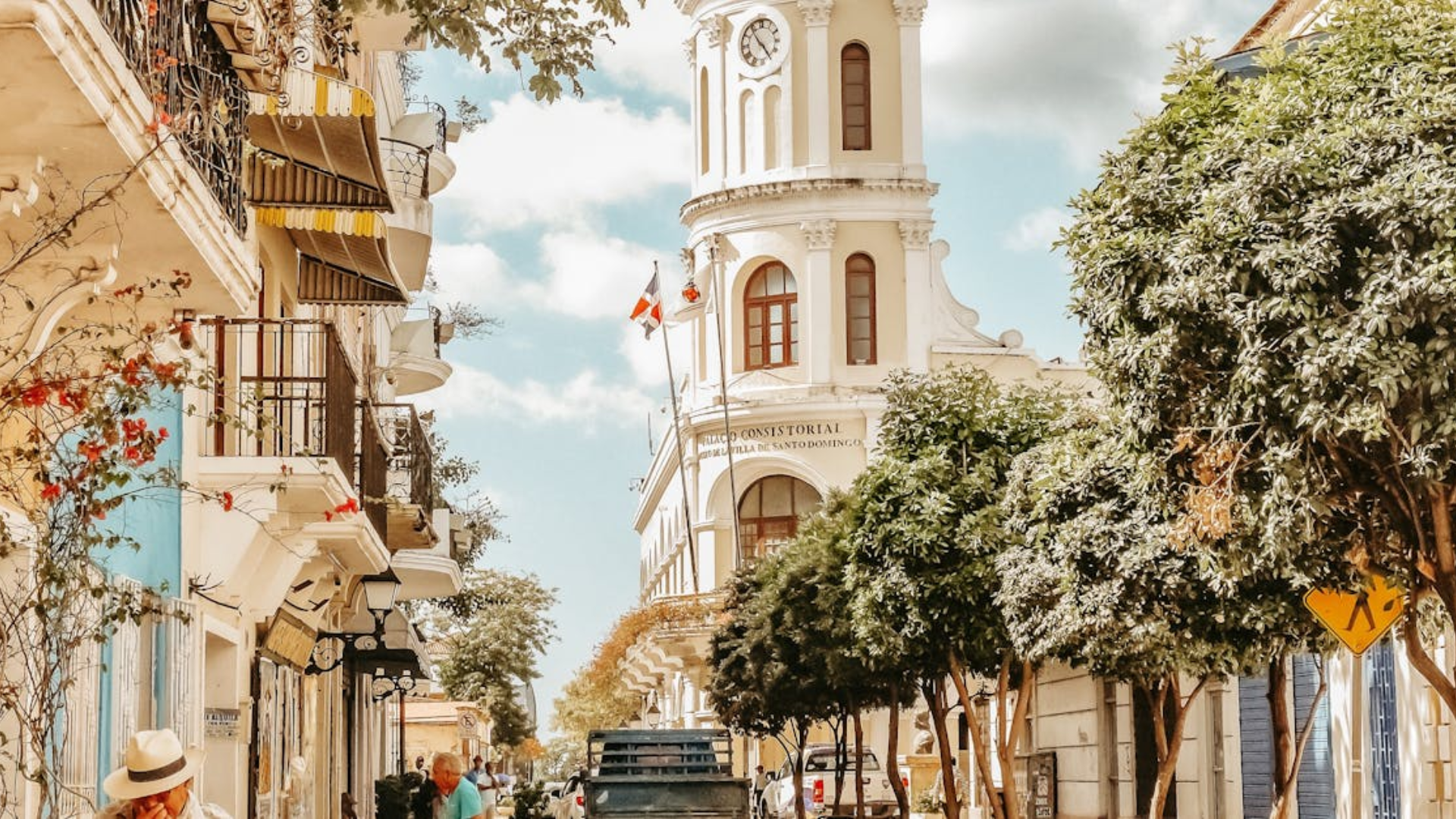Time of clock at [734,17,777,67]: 4:54
